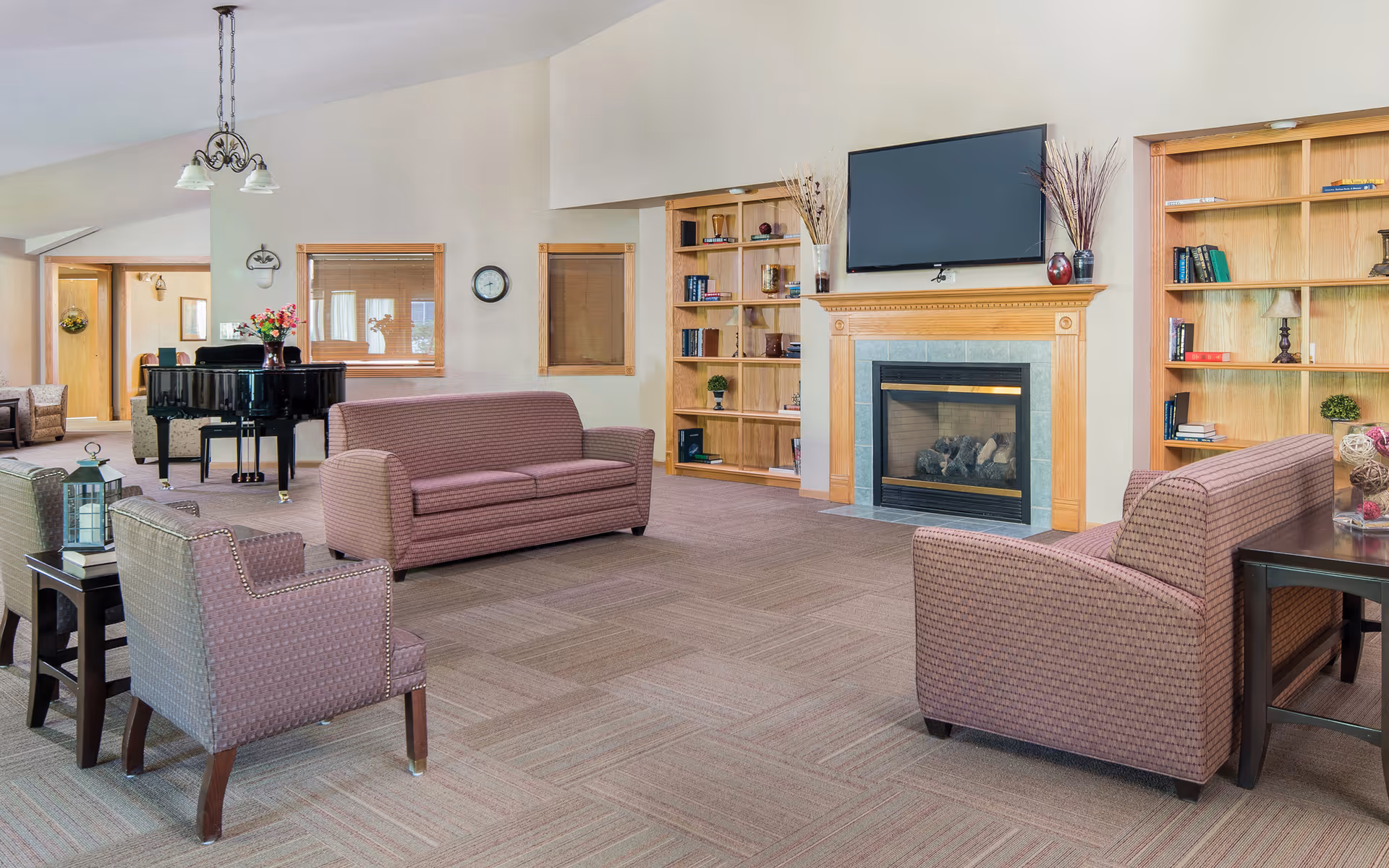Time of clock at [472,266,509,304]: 8:29
